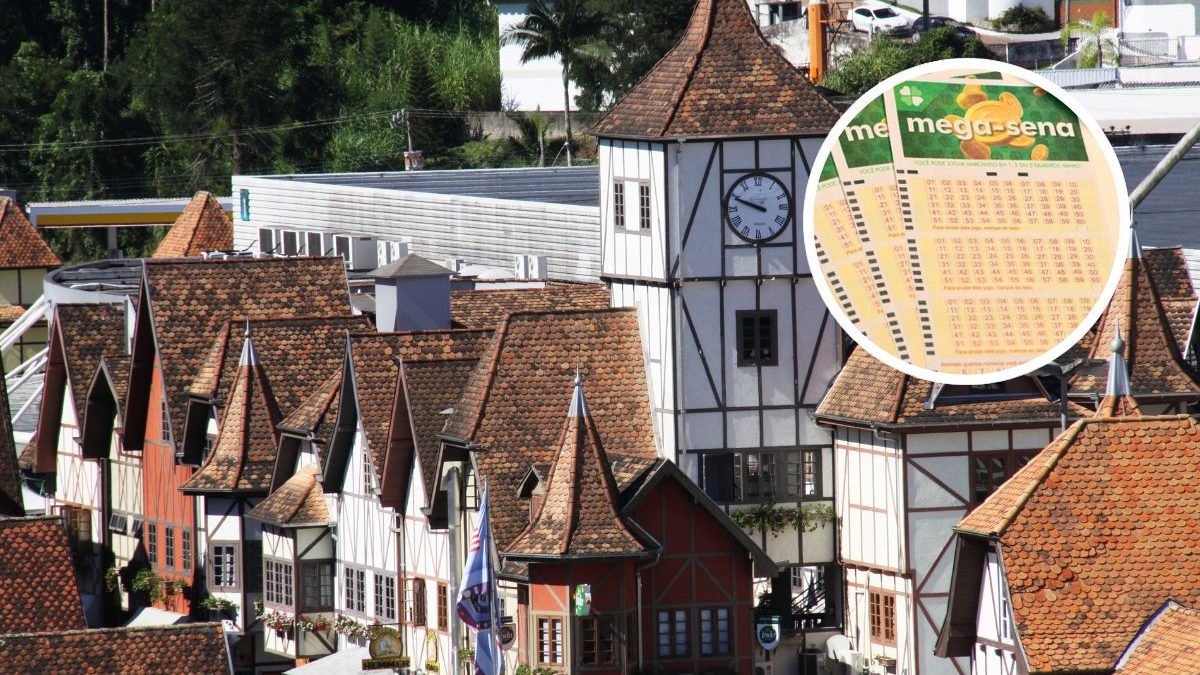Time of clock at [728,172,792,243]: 9:48
